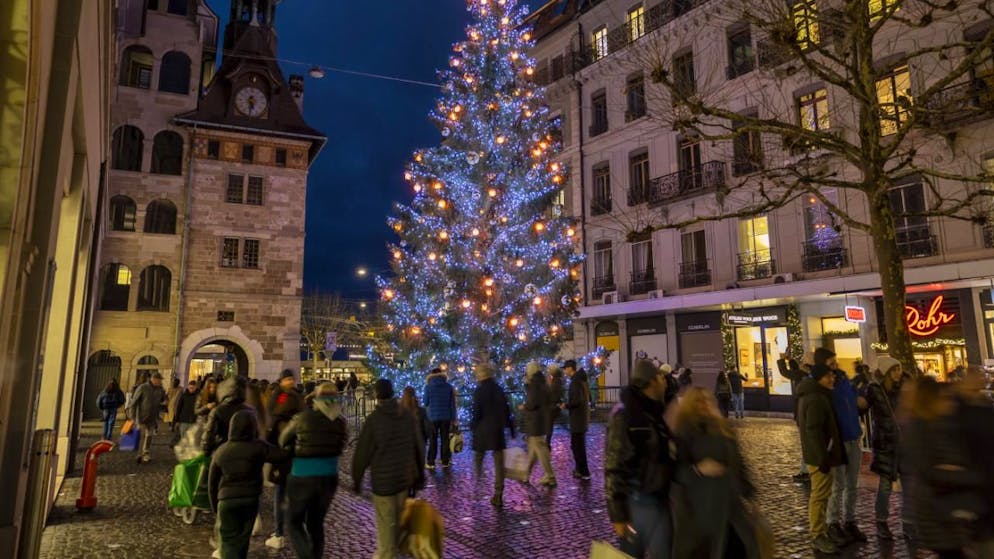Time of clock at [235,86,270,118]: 5:31
